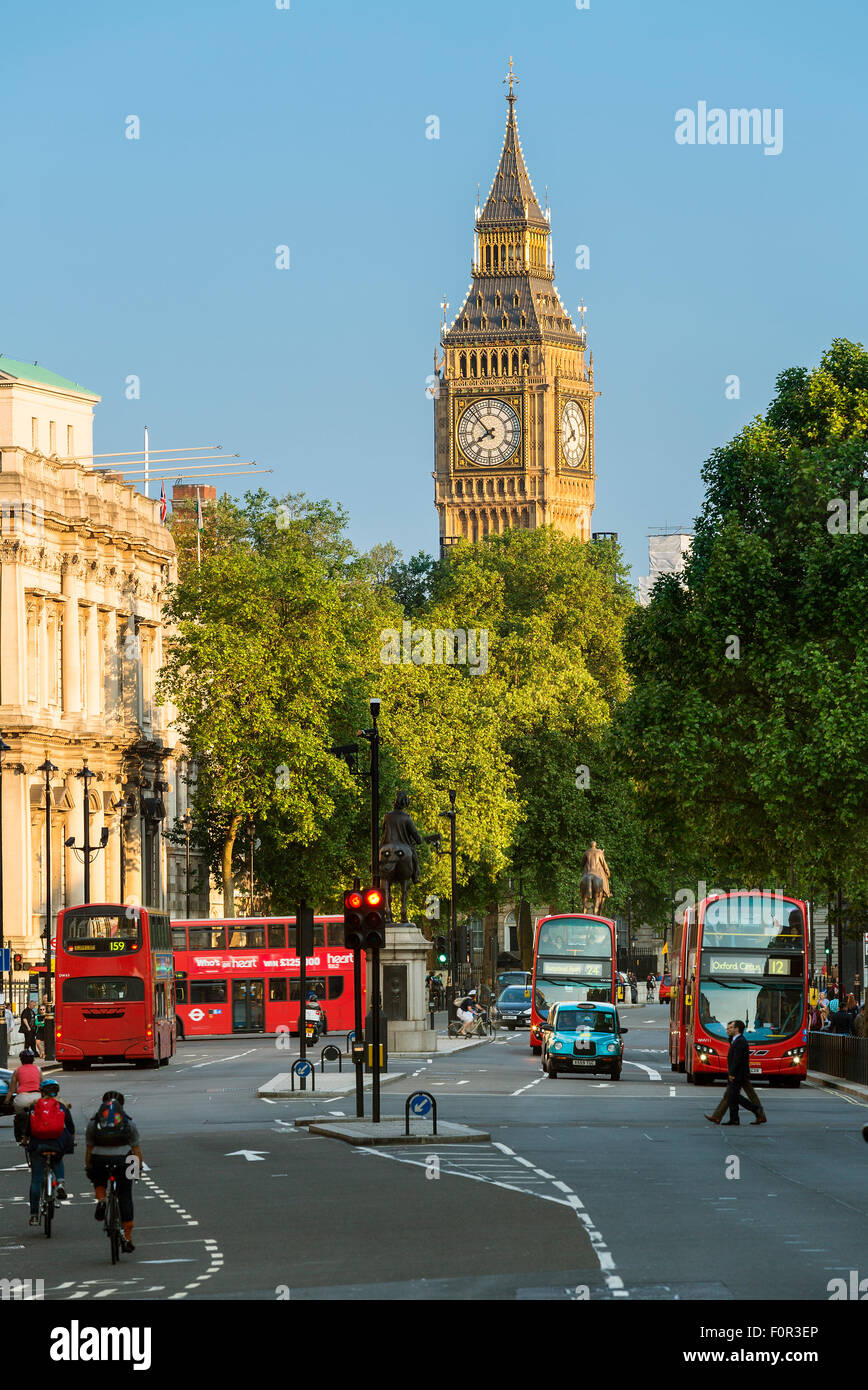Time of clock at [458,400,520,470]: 7:52
